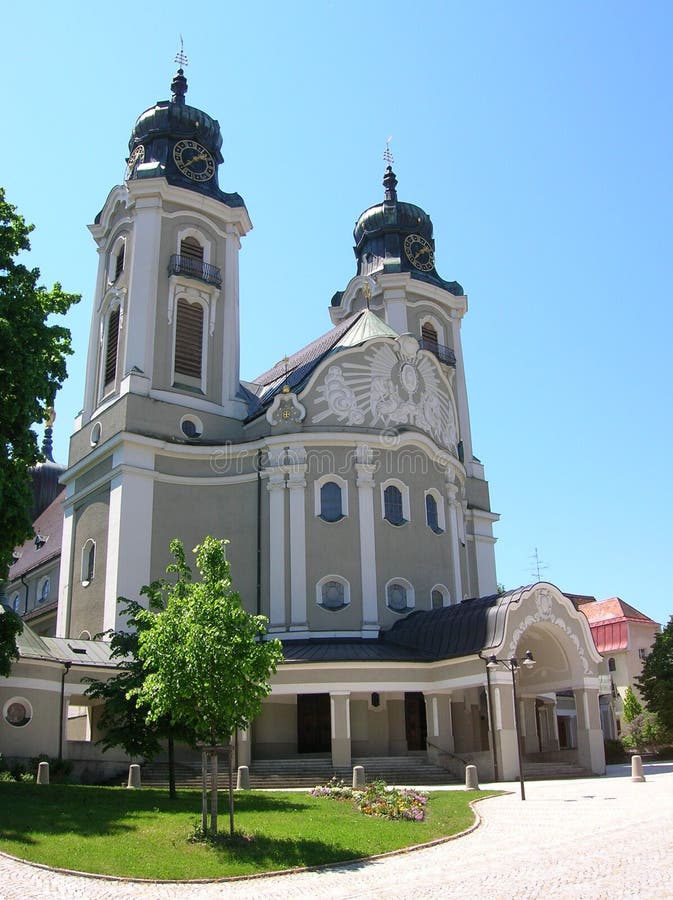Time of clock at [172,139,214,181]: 1:39
